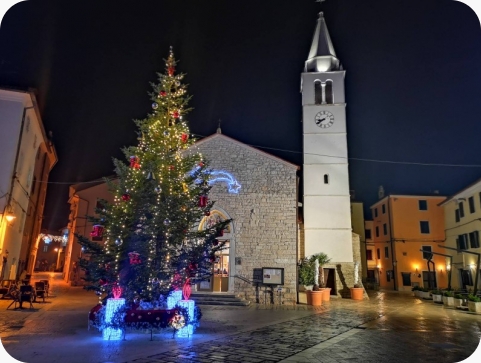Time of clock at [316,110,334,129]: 8:39
